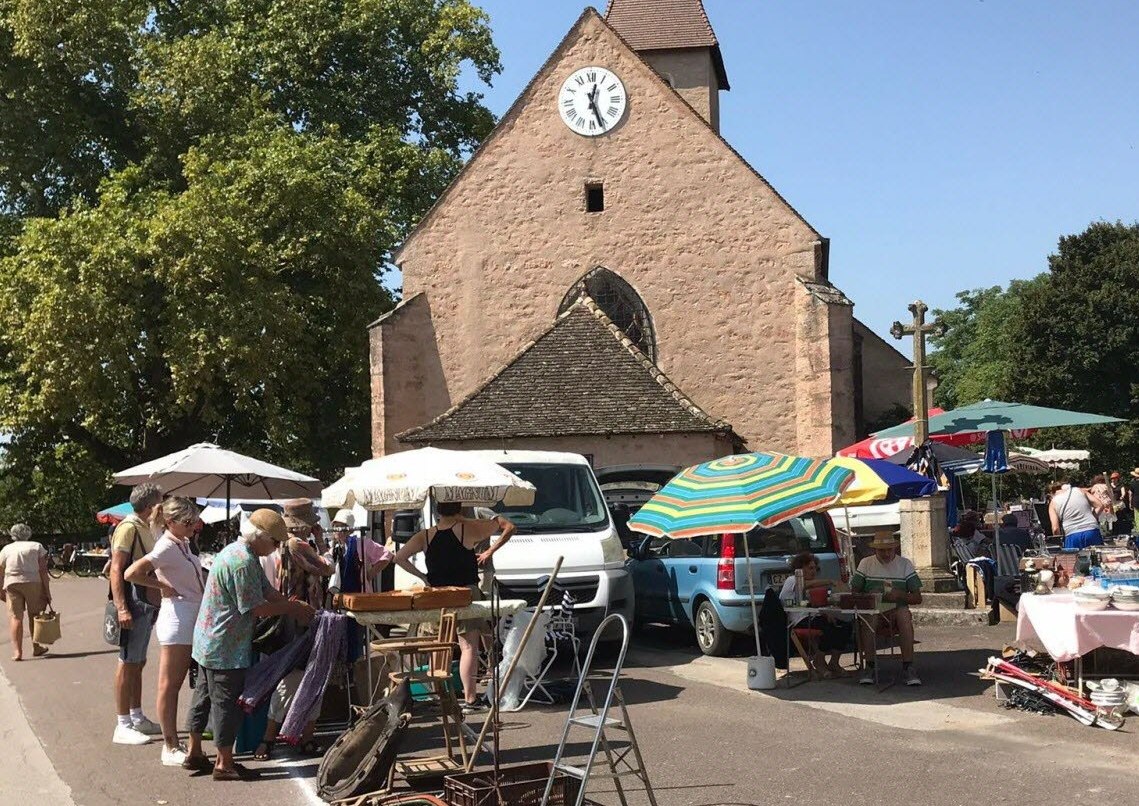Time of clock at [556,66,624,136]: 12:26
